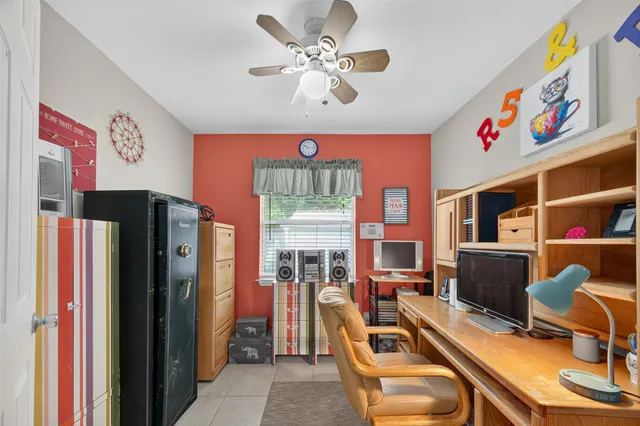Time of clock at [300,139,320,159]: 10:13
